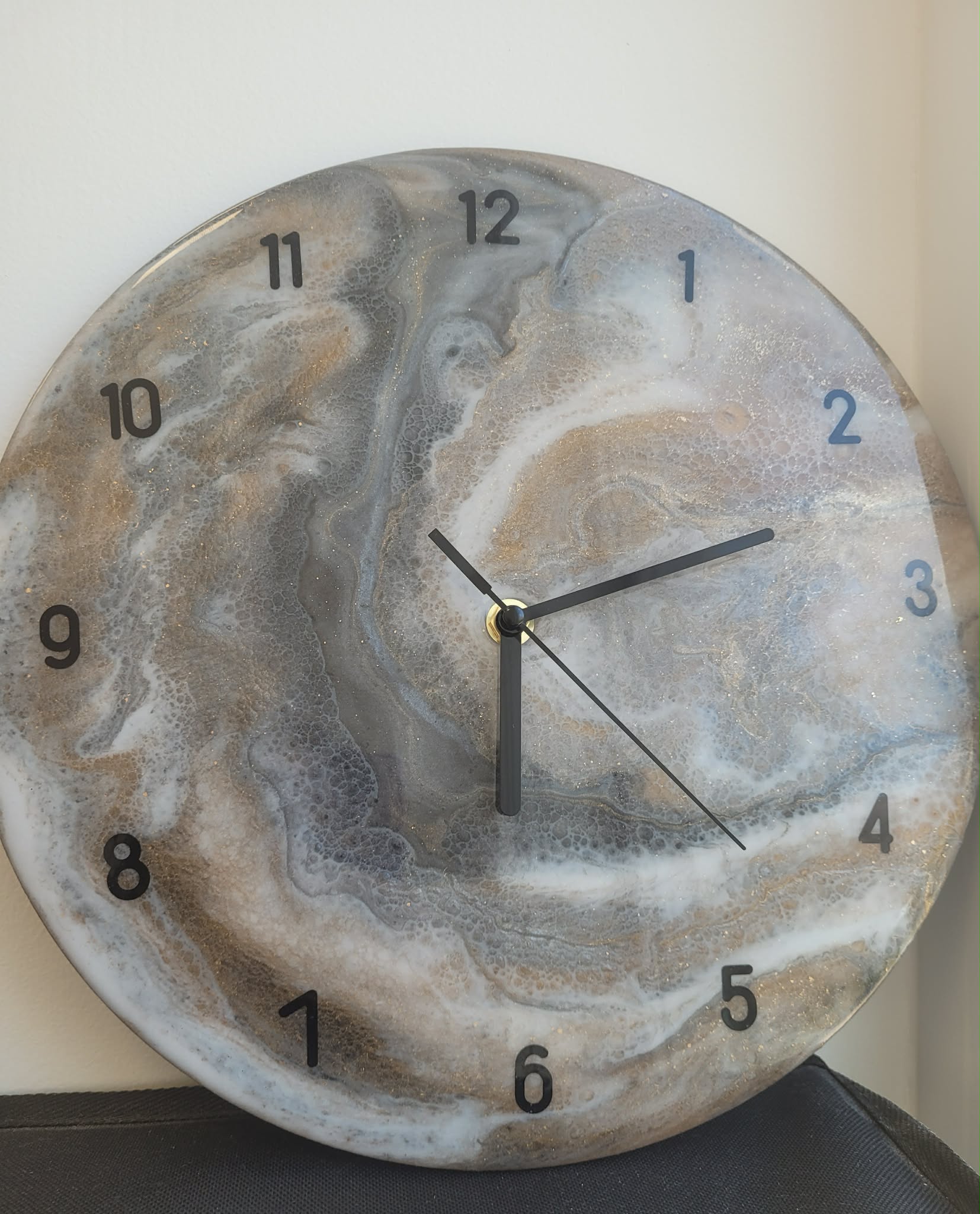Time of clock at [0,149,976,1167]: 6:12
